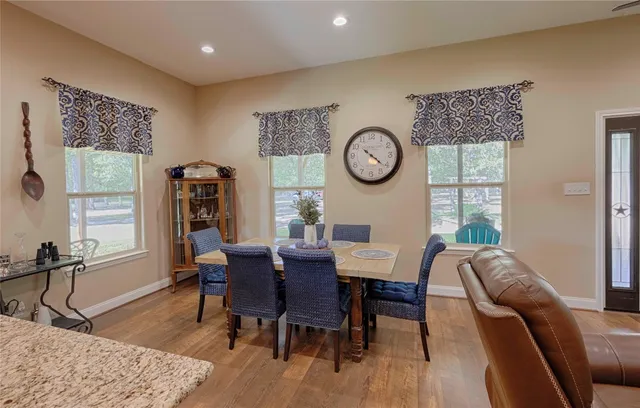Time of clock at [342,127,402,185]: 4:21
